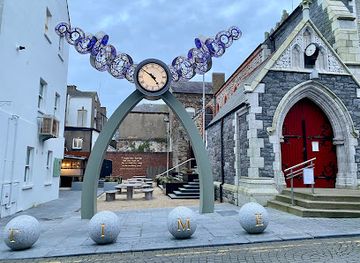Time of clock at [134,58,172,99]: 4:51
